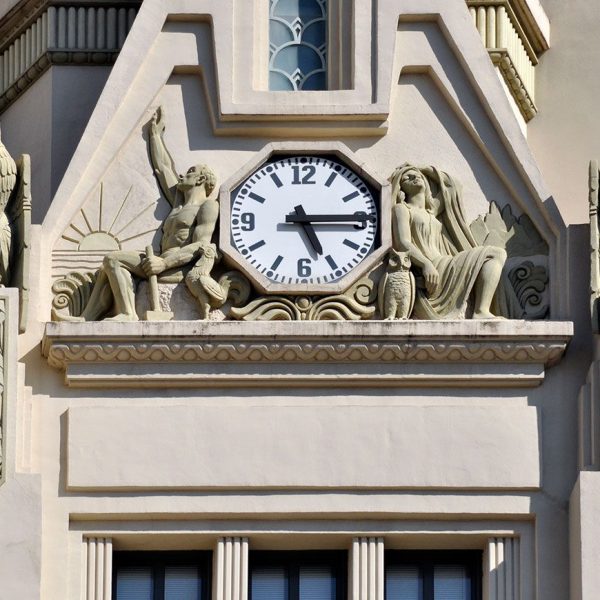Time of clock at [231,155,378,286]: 5:14
